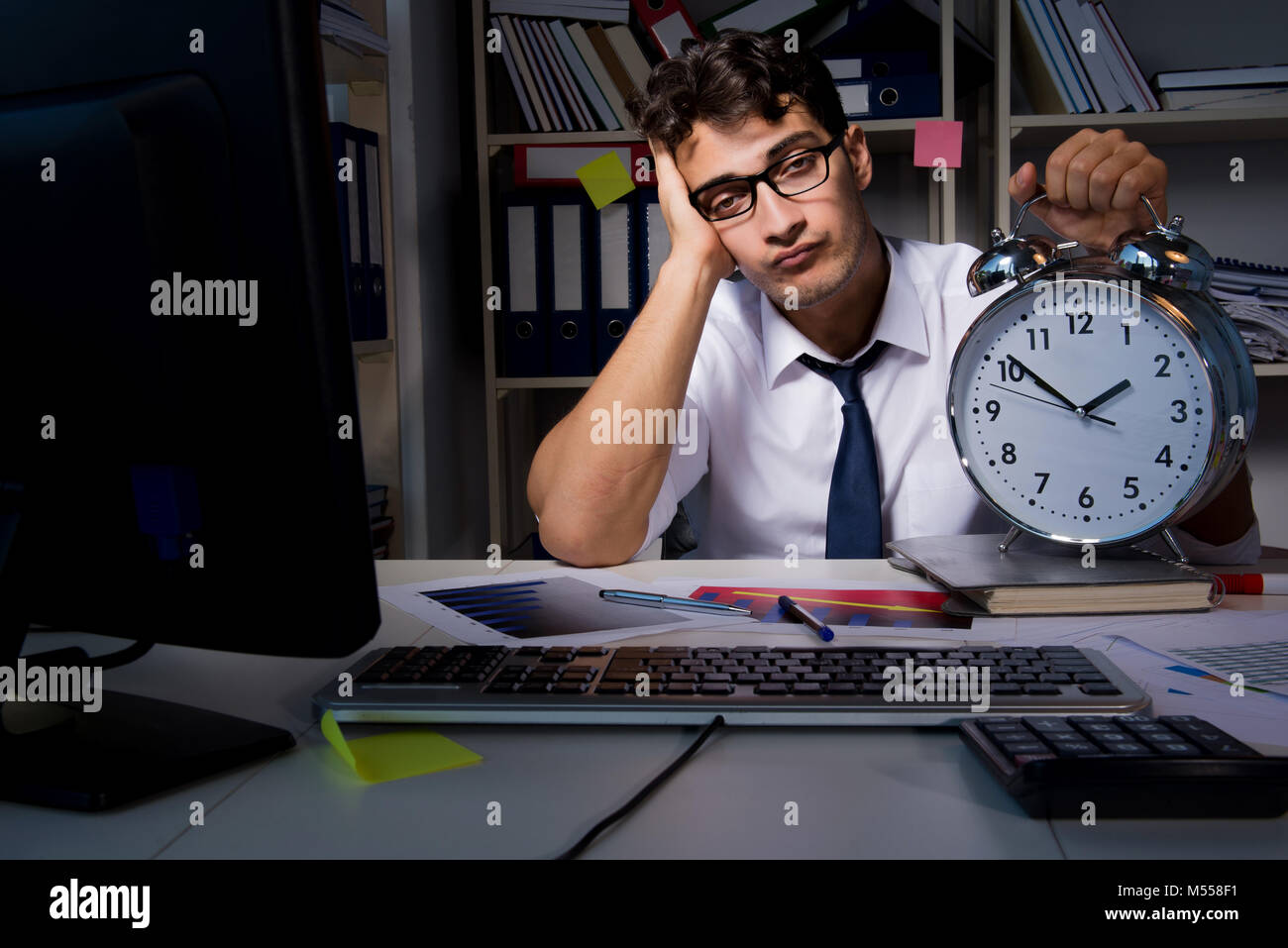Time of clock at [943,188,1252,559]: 1:51
